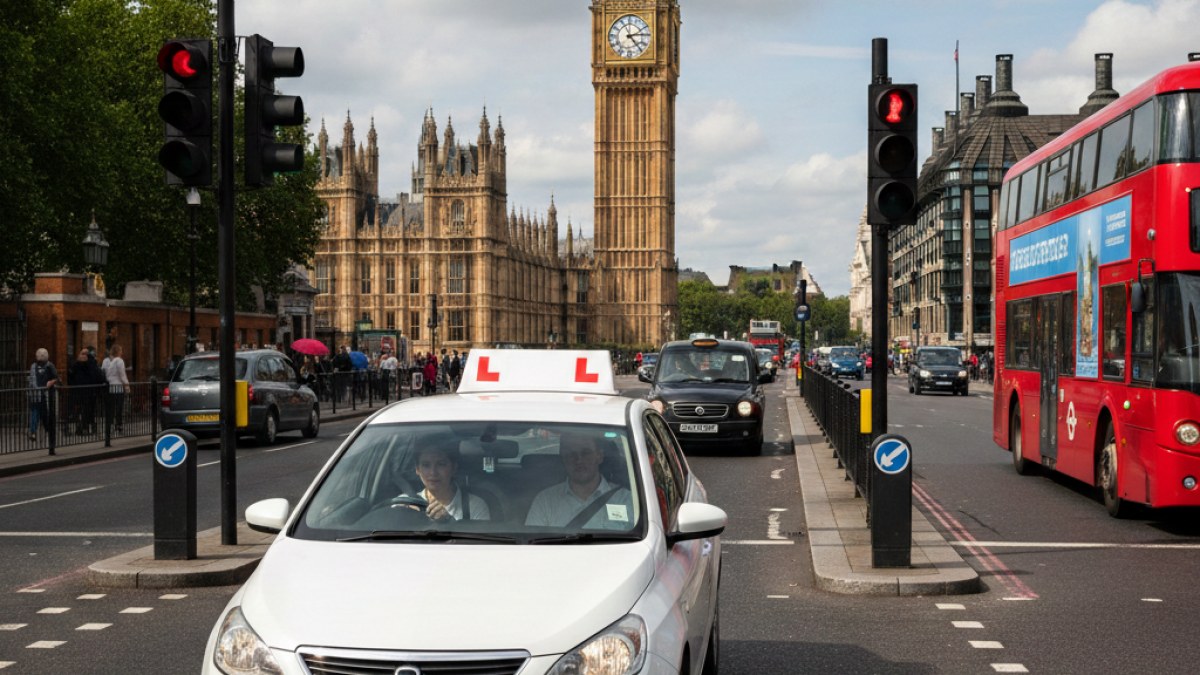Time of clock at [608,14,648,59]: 2:23
